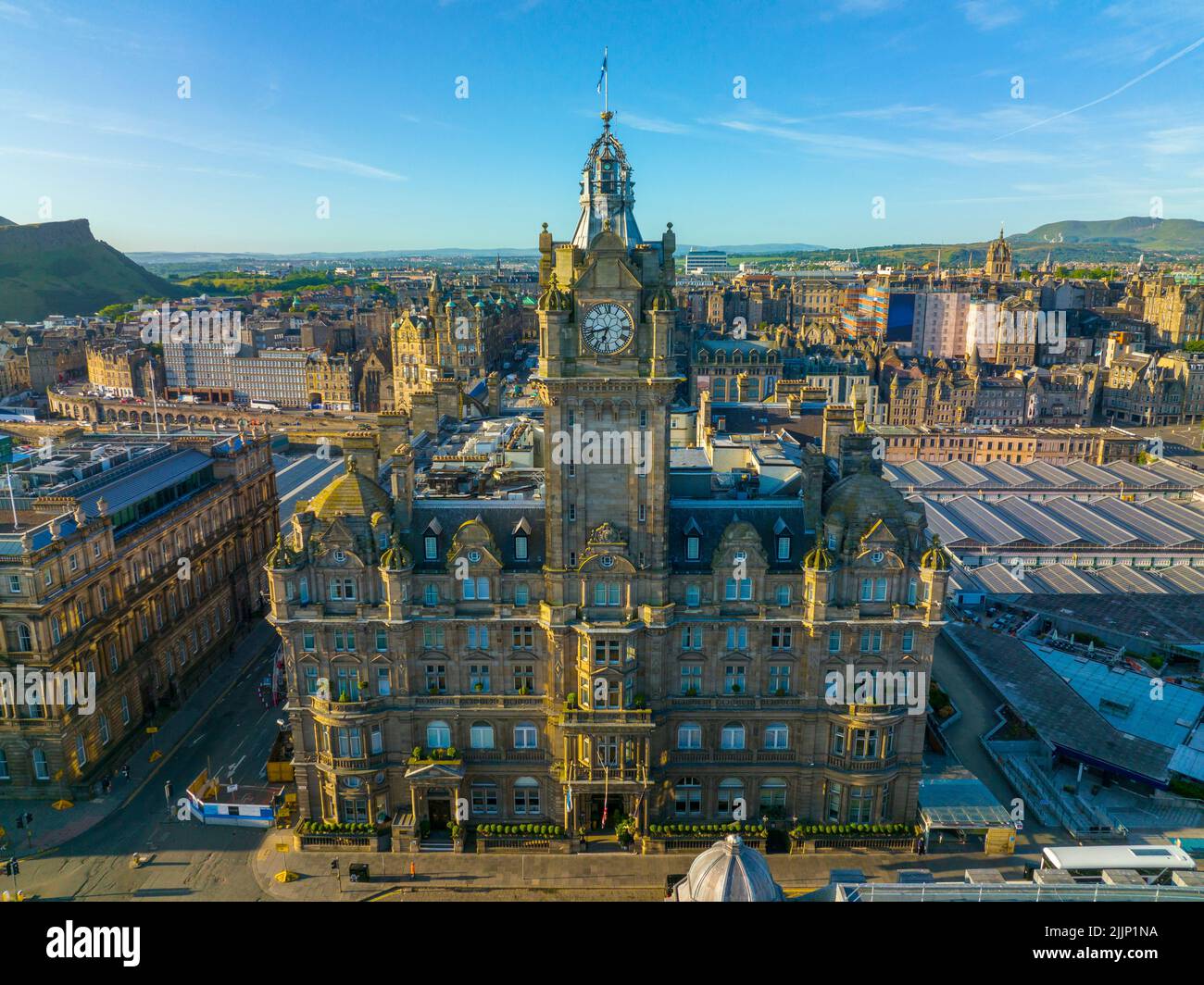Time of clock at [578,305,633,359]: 6:42
